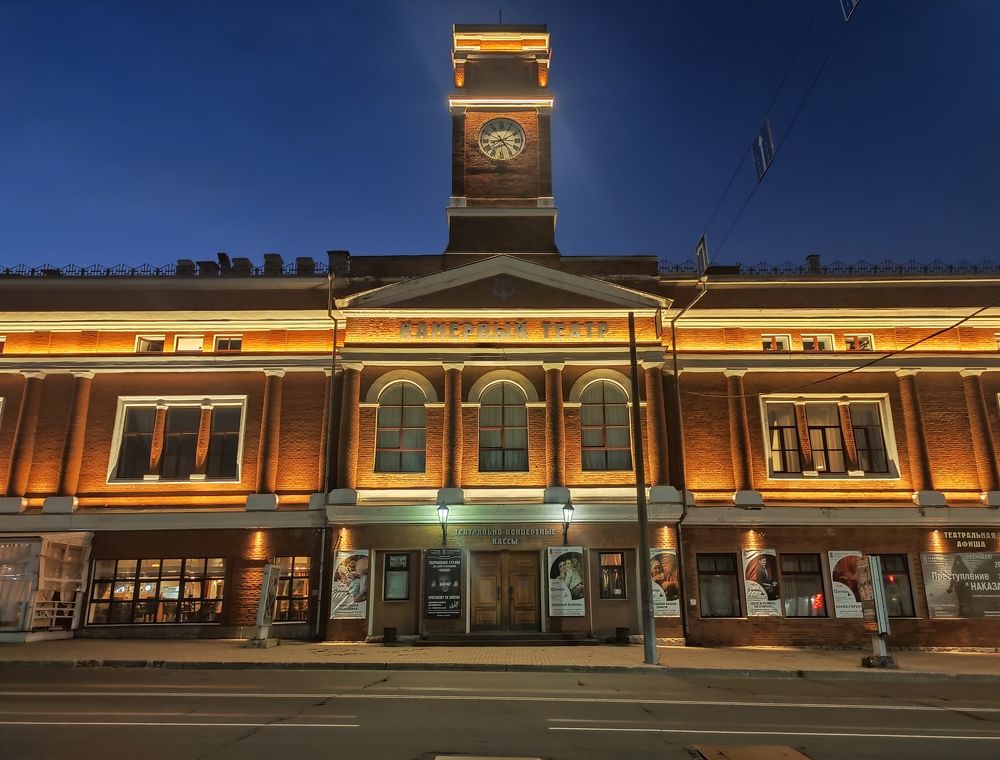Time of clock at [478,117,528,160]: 8:23
